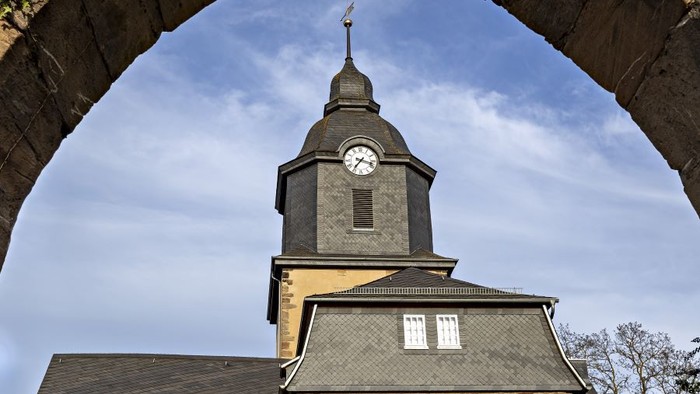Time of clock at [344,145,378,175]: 7:17
